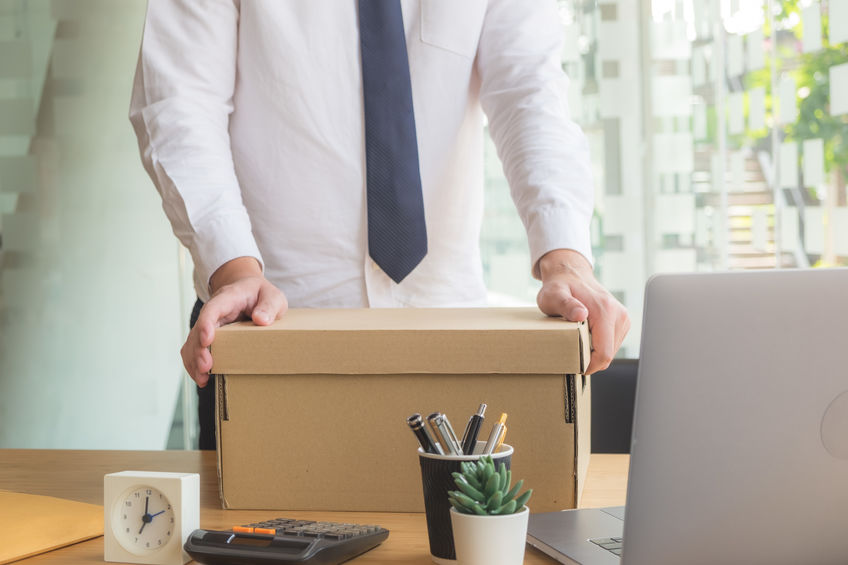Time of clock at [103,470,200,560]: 7:00
